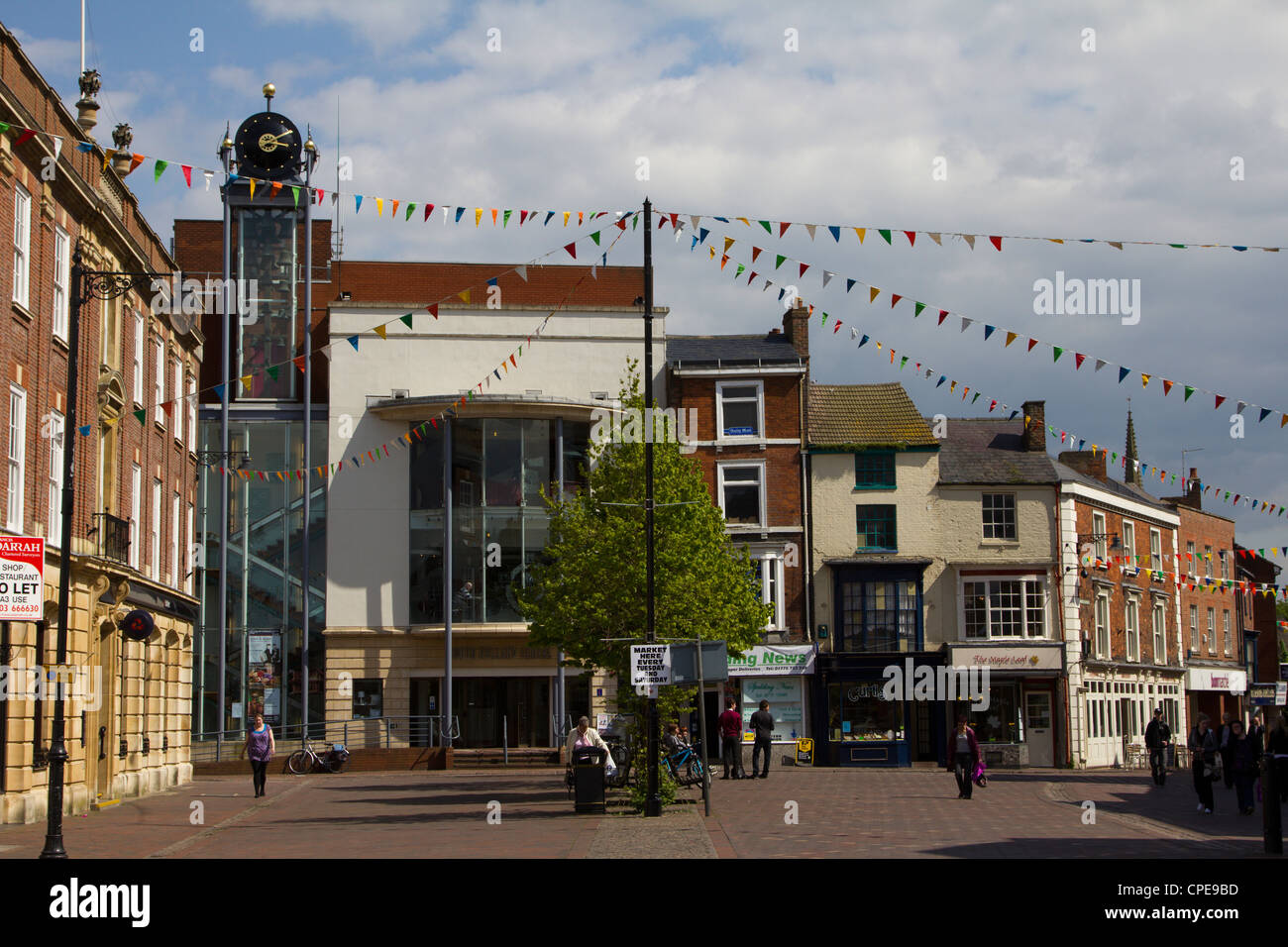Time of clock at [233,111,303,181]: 3:09
